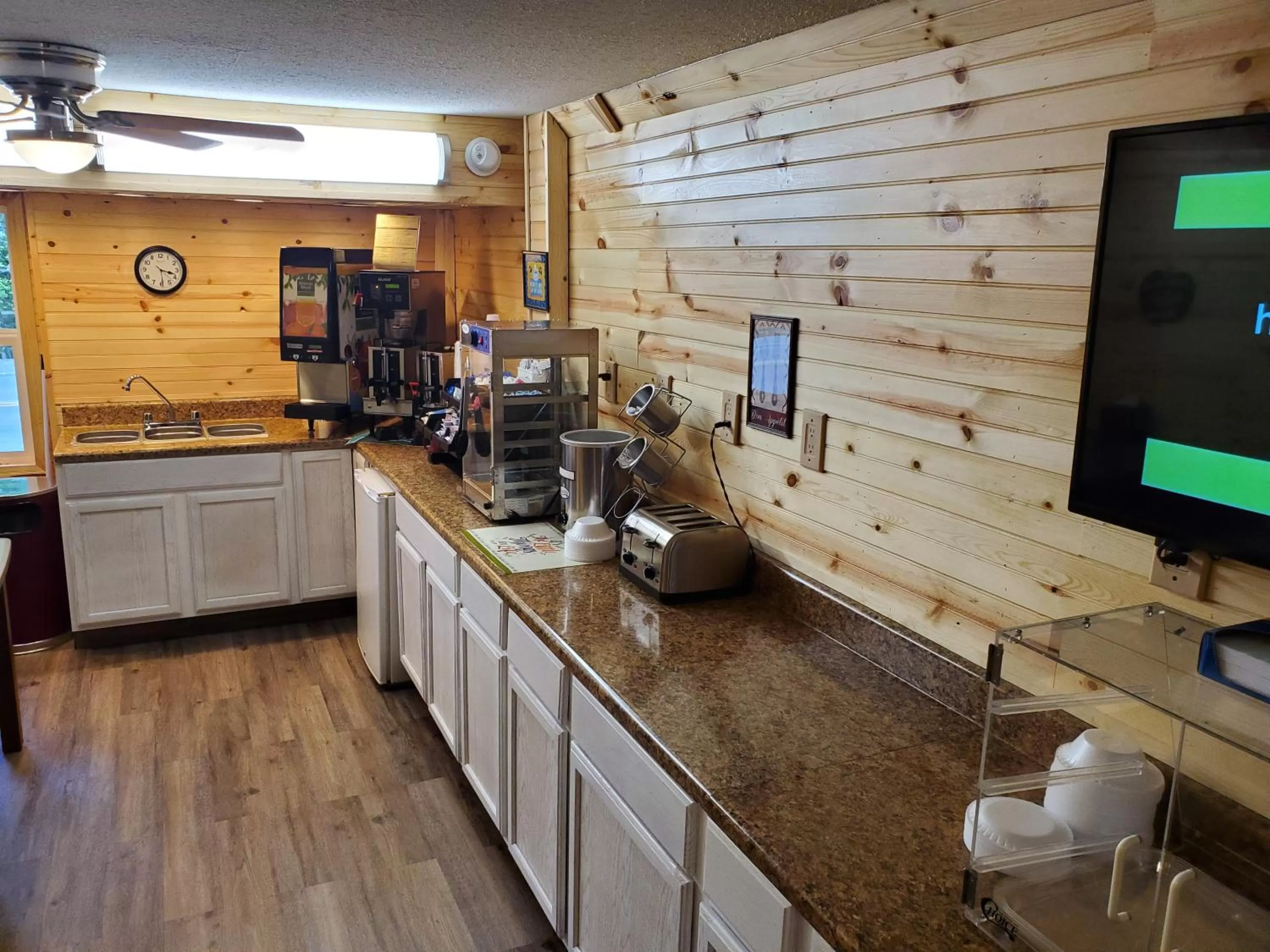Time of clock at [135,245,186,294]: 3:29
